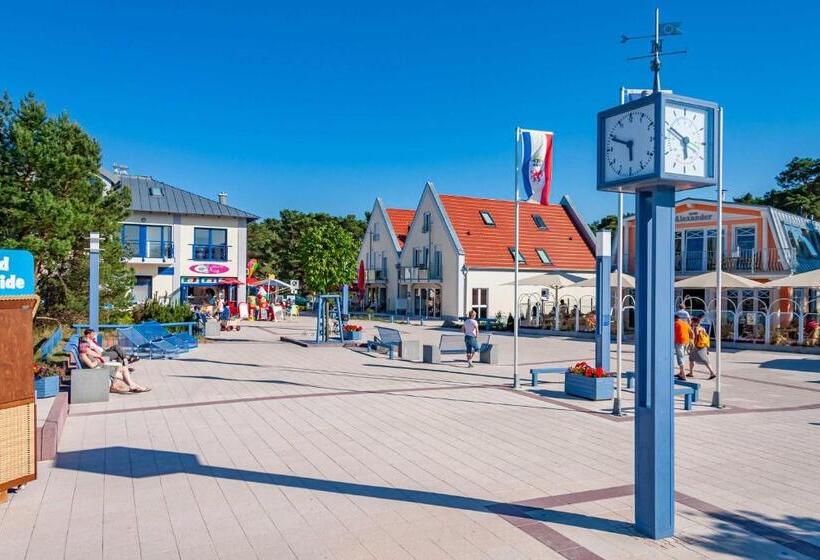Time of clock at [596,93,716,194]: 5:49
